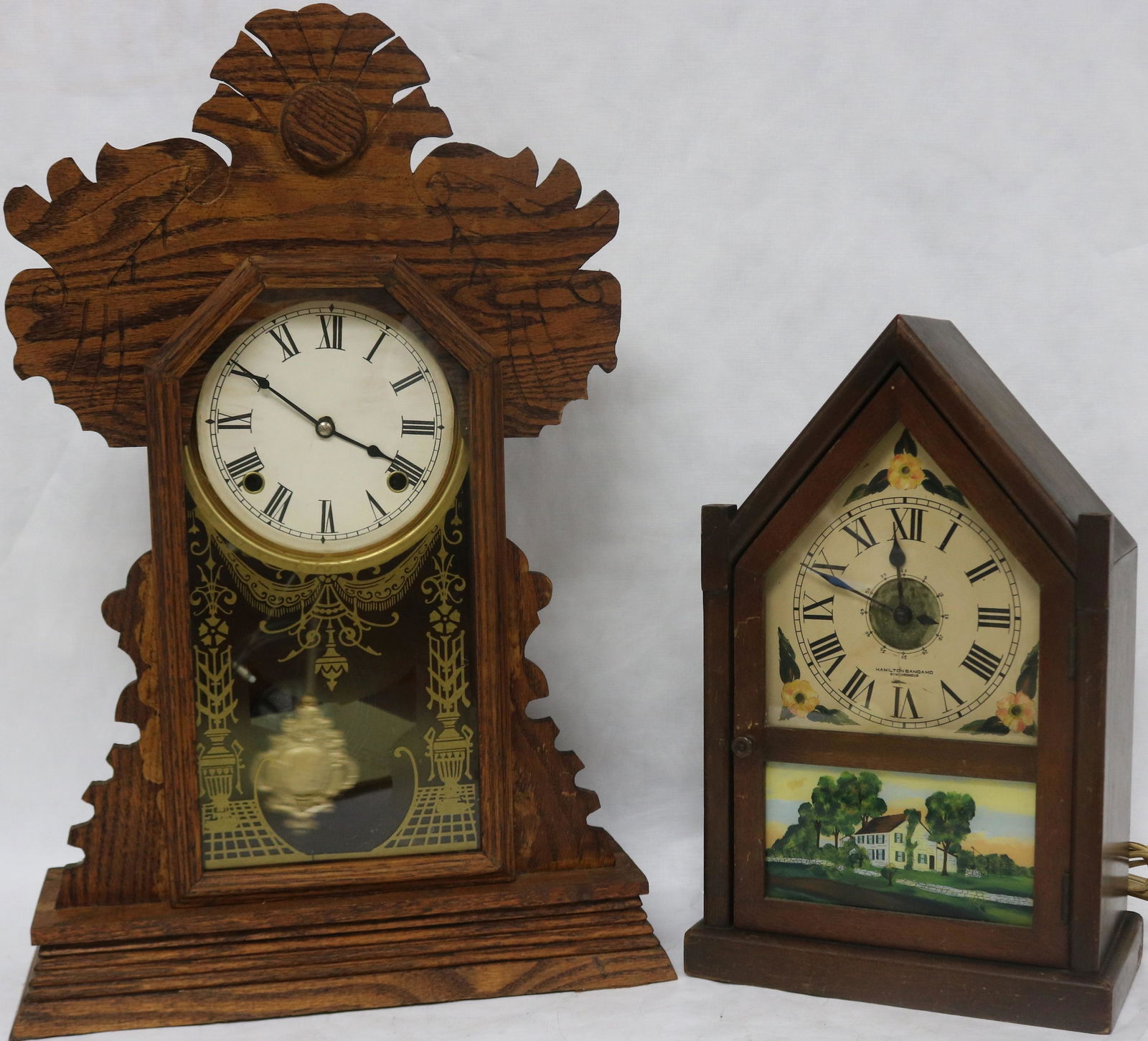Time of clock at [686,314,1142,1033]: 11:50
